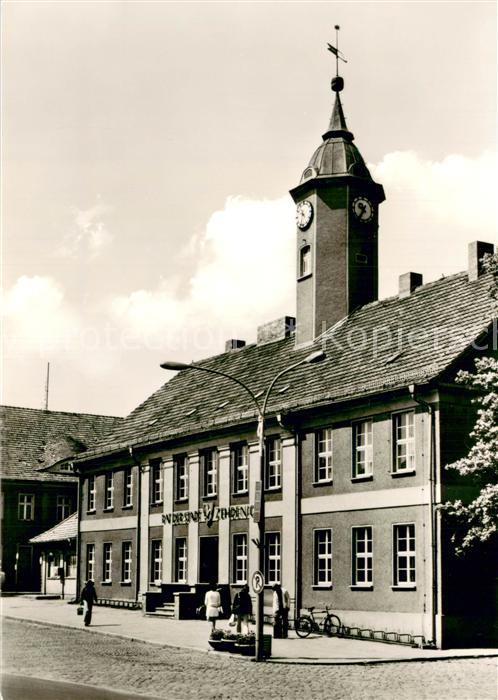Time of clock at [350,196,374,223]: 9:36
